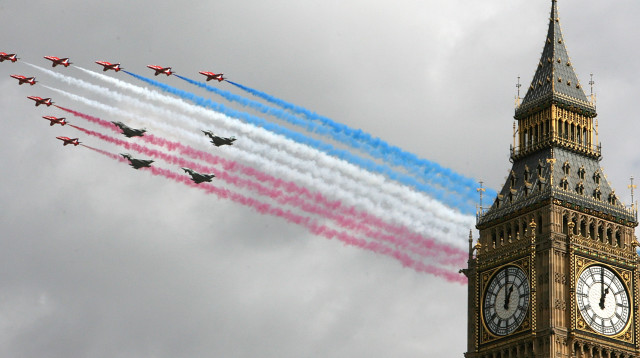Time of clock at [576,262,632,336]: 1:00
